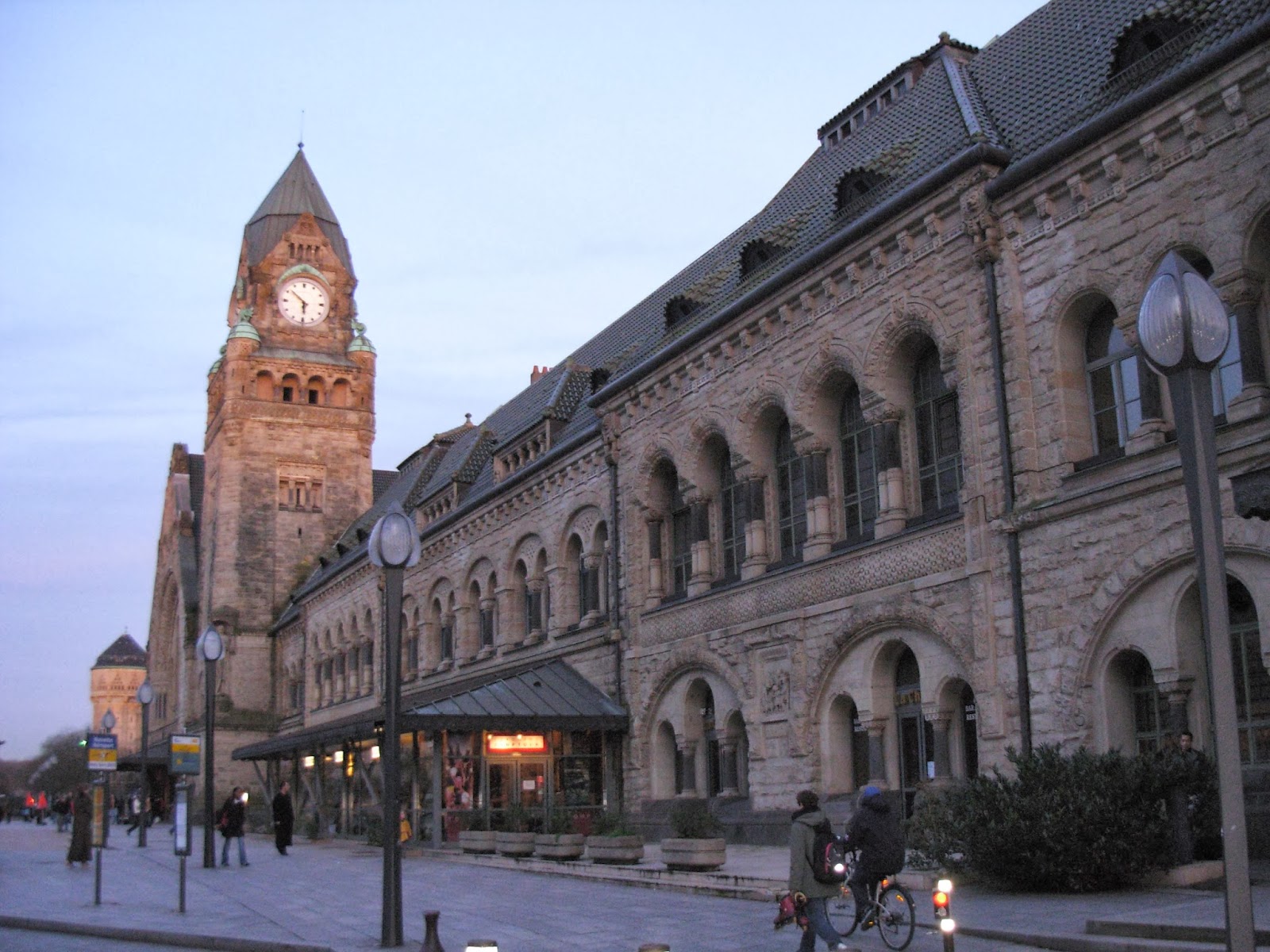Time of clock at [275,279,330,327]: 5:51
